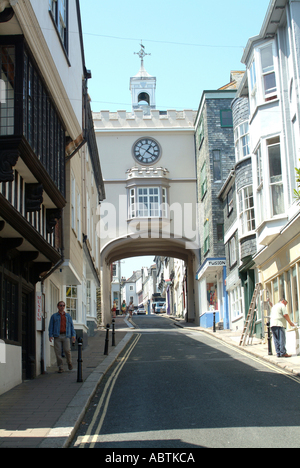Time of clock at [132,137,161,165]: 1:20
